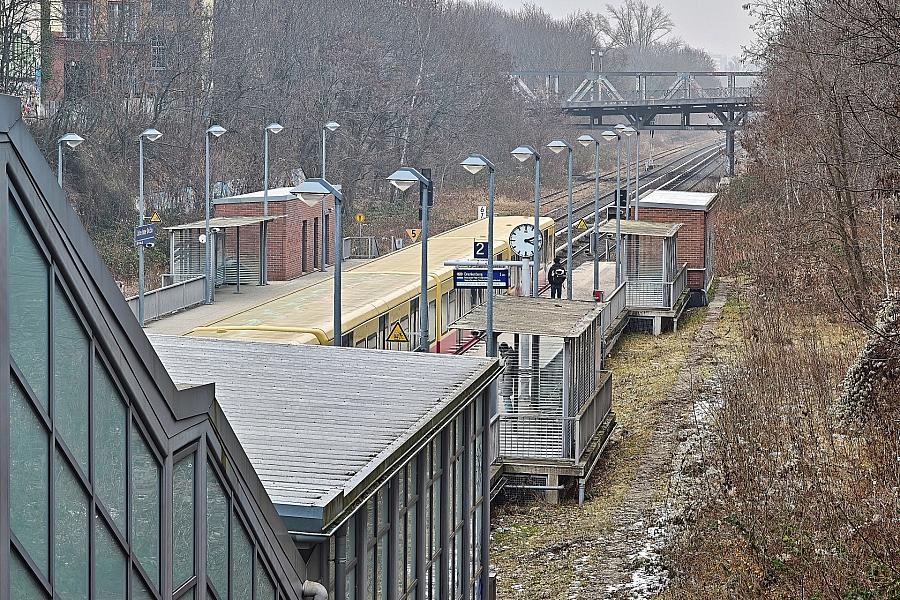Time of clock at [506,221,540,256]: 2:18
